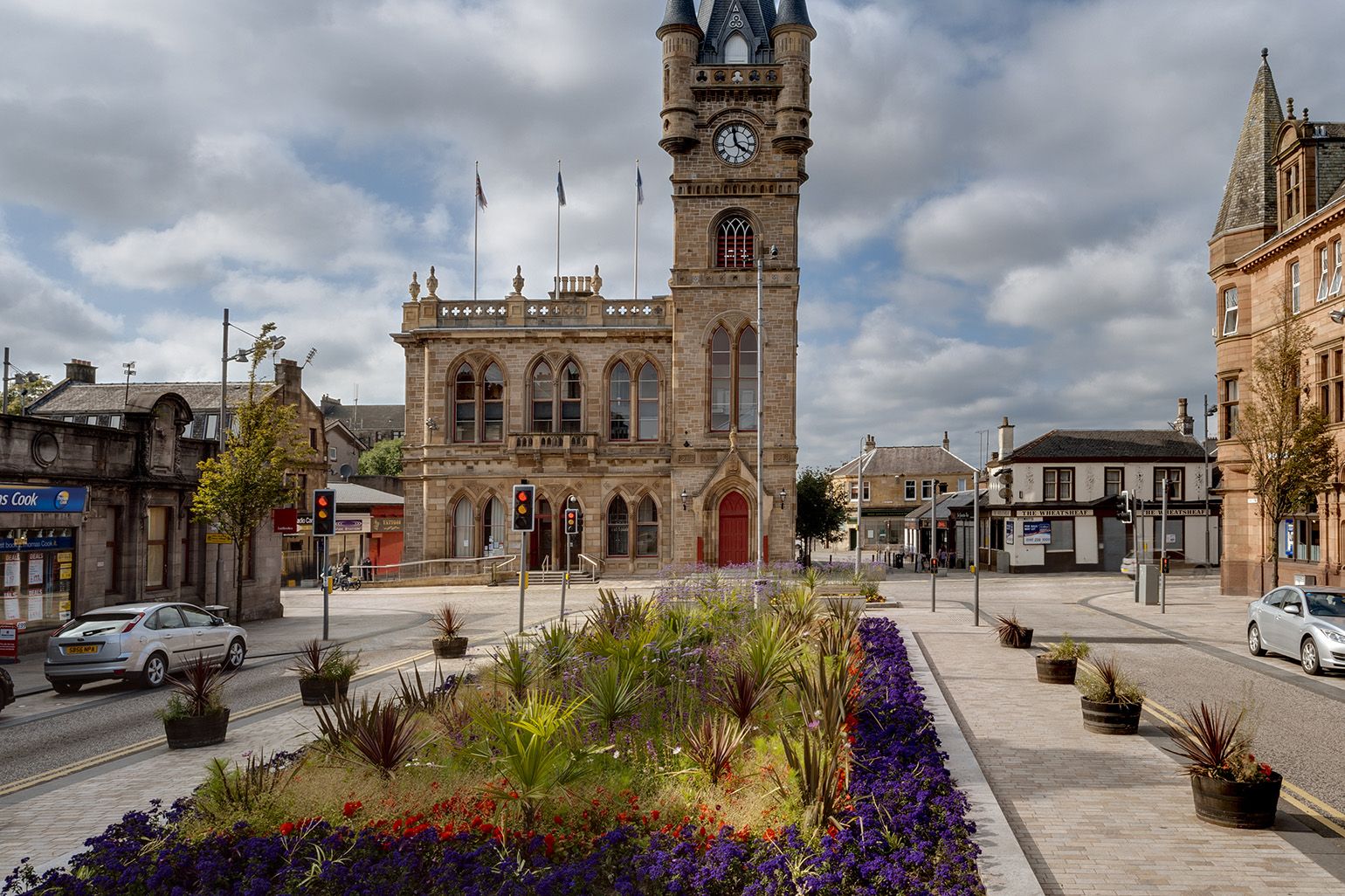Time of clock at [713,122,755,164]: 3:58
